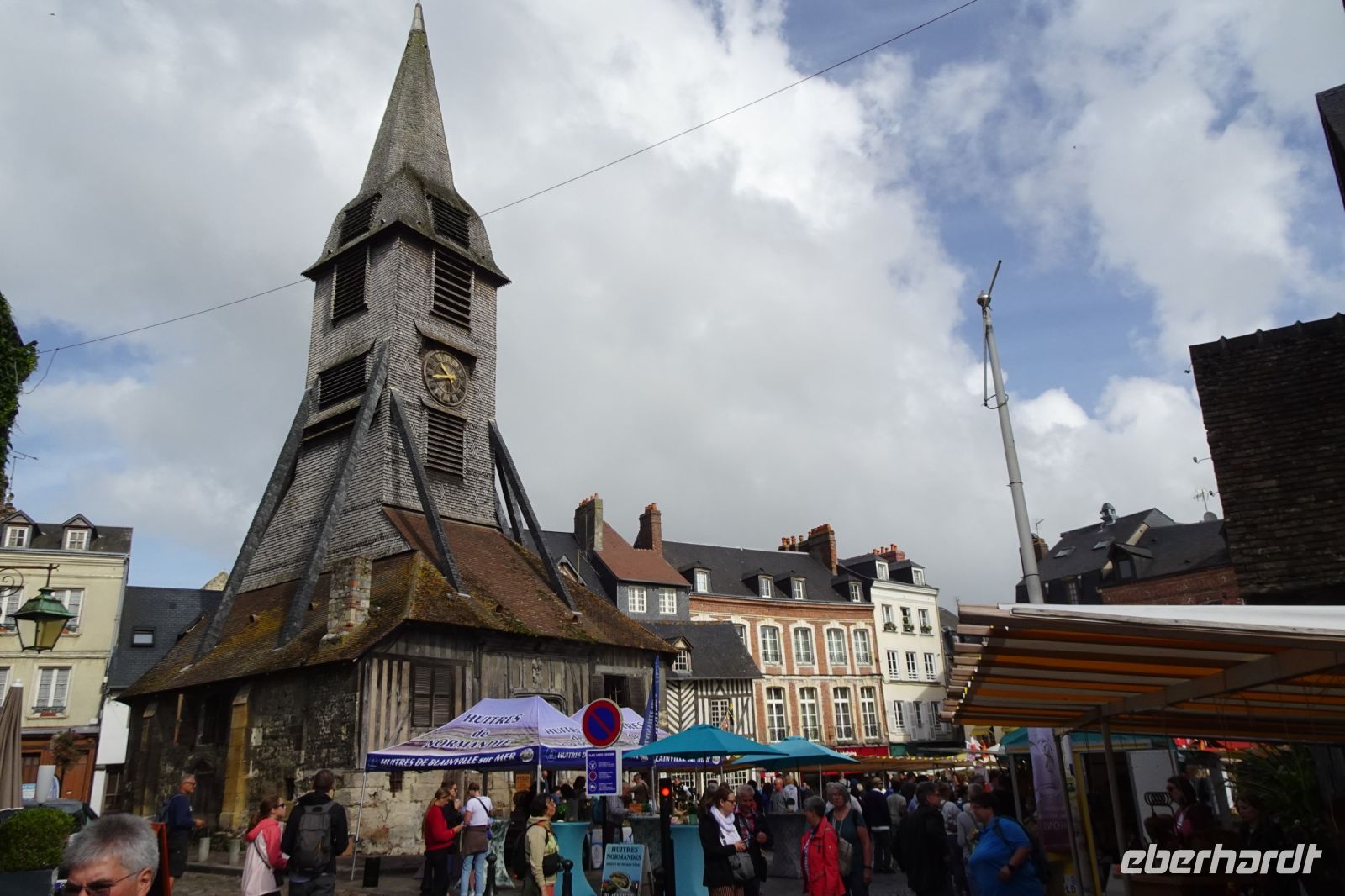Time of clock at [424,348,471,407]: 10:43
